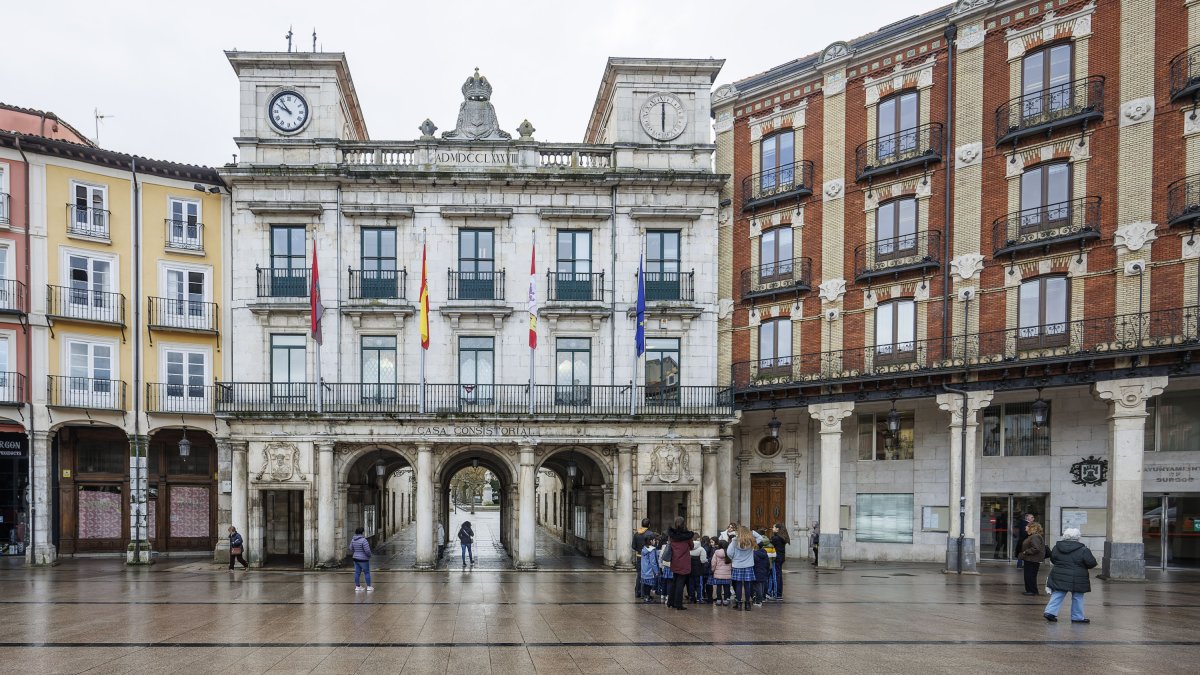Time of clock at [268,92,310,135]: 9:54
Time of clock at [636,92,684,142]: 6:00
